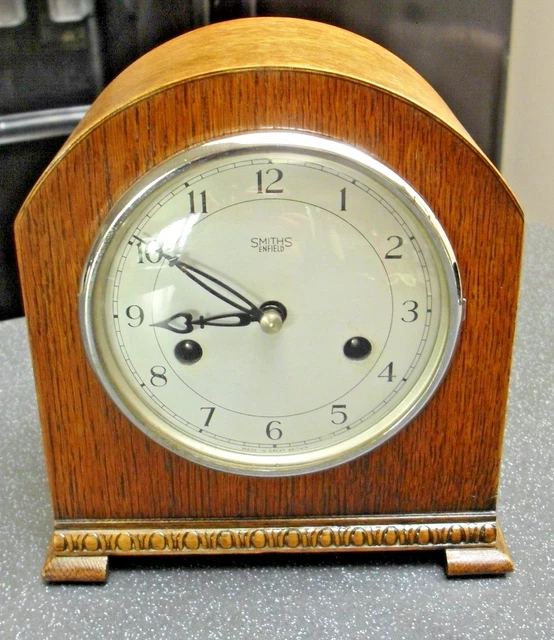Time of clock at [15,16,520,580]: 8:50
